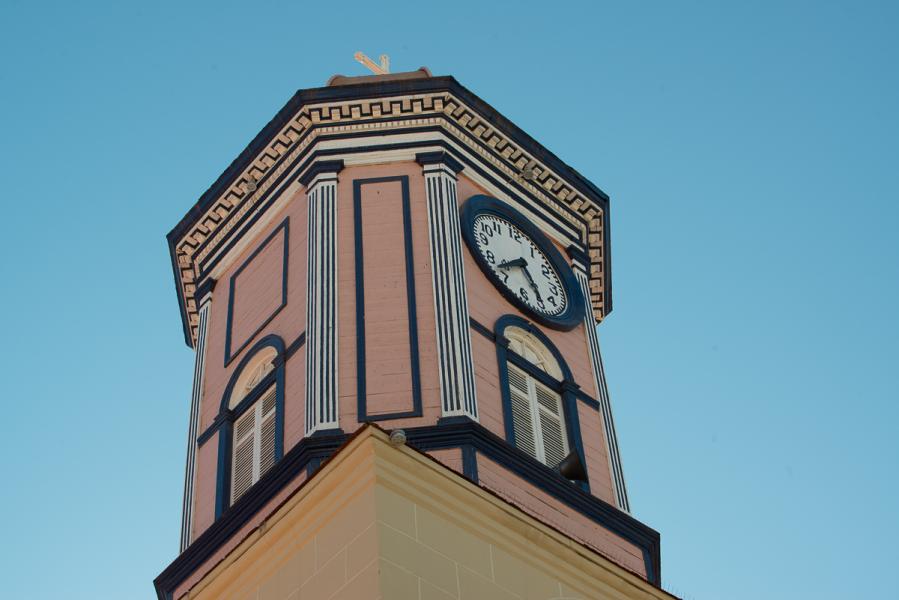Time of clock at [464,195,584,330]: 5:38
